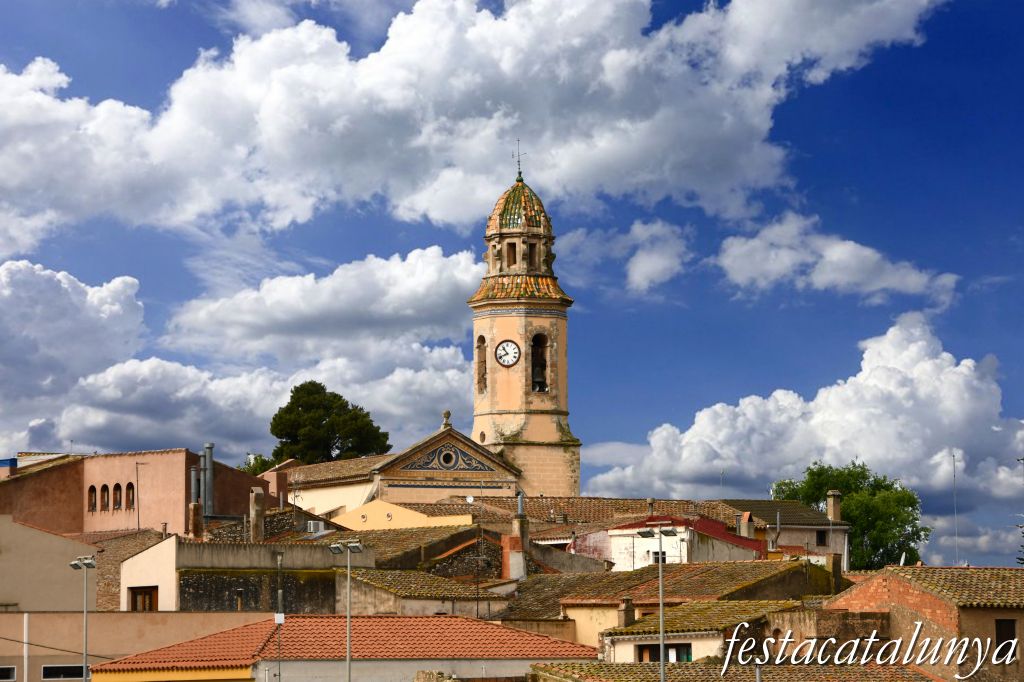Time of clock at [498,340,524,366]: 10:41
